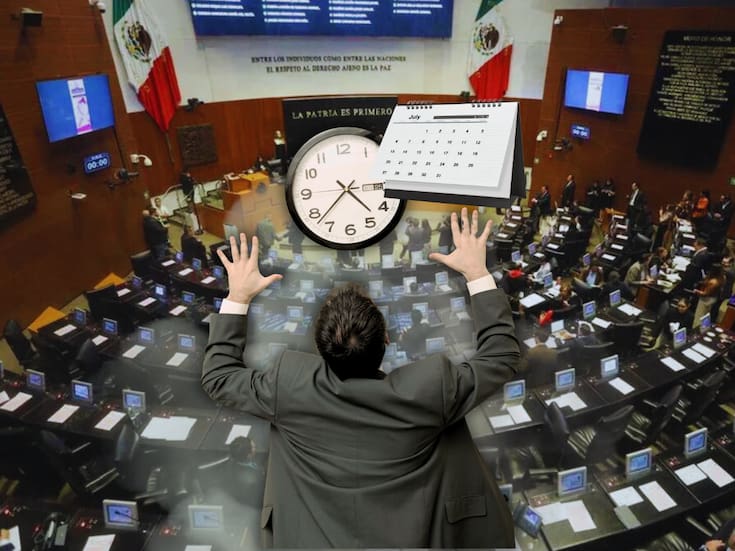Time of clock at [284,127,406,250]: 4:37
